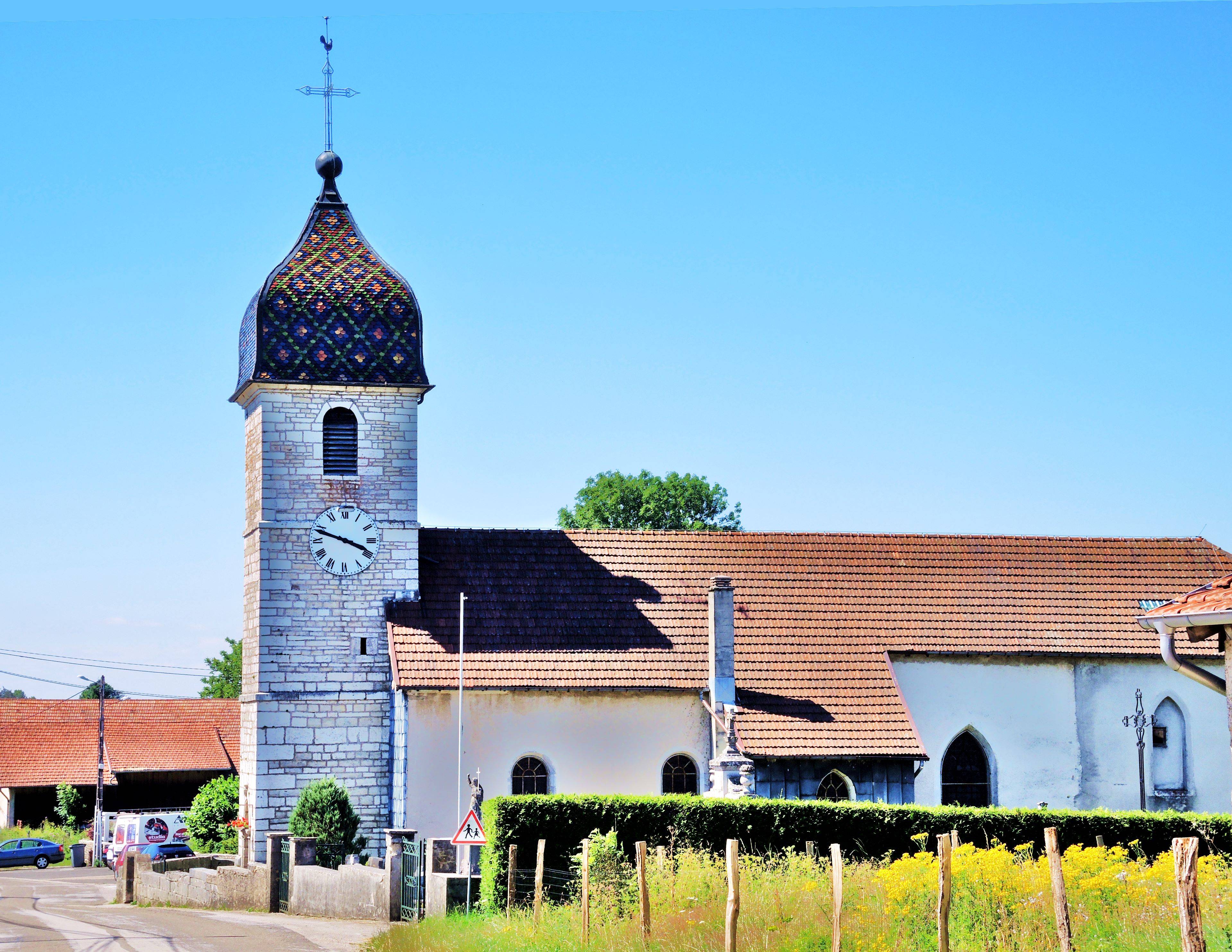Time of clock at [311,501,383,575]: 3:48
